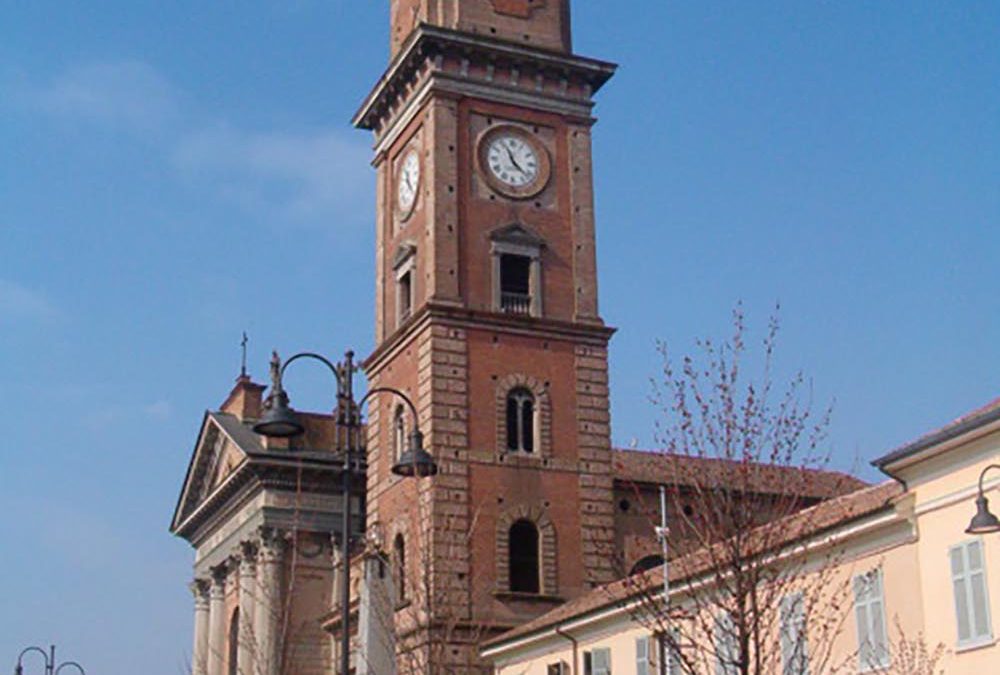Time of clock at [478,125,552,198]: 11:21
